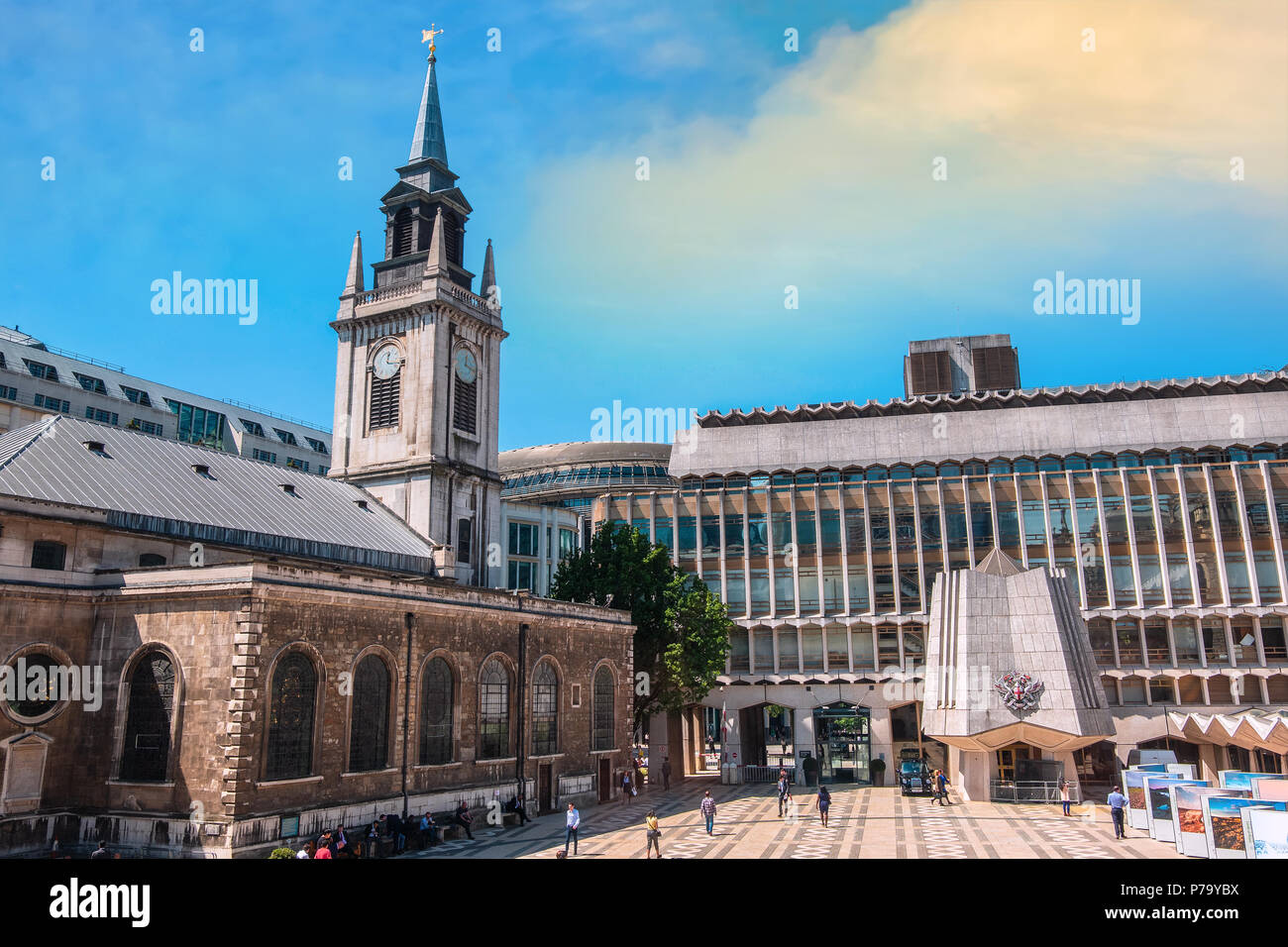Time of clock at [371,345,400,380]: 12:16
